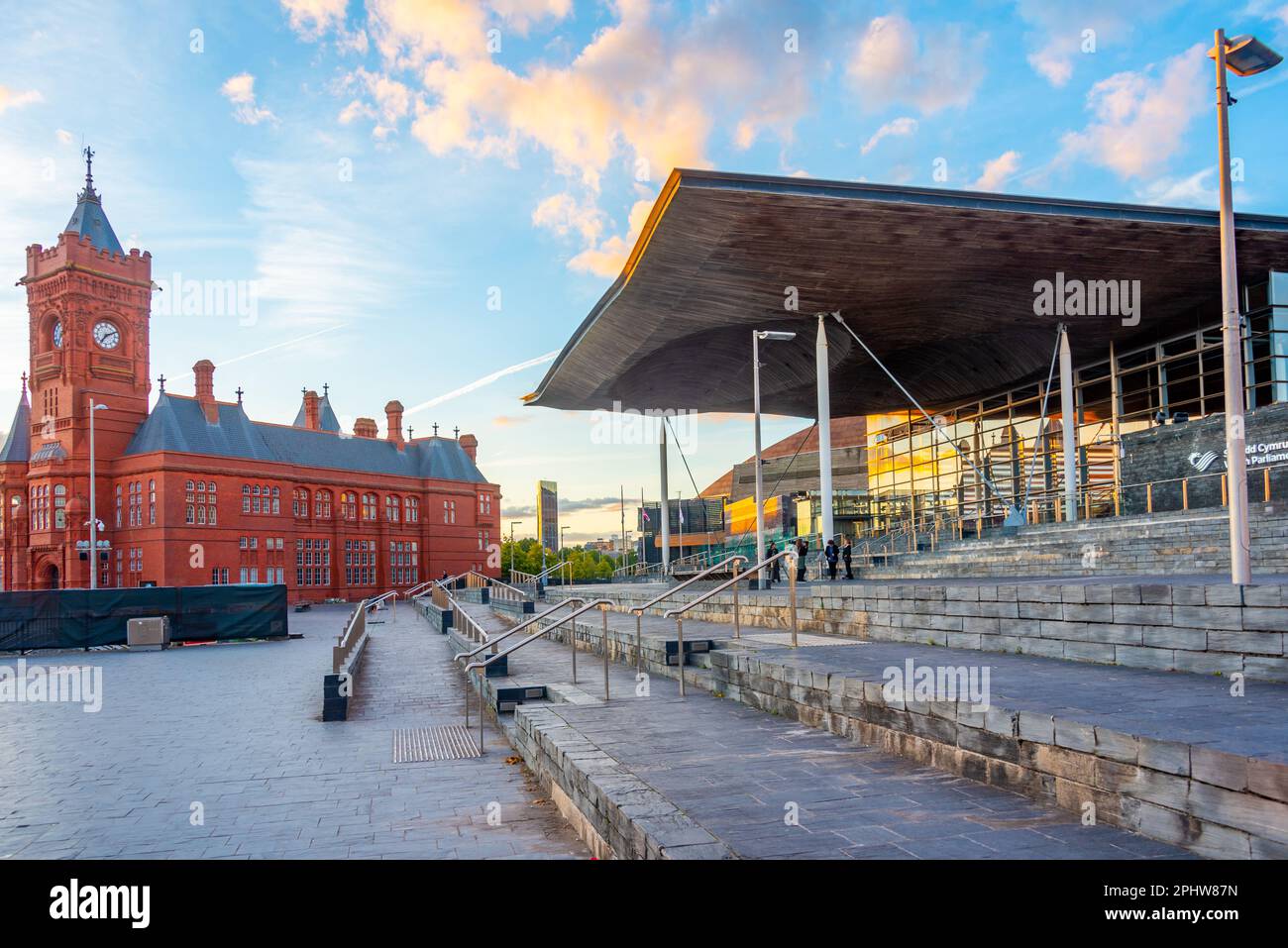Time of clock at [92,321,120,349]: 7:10
